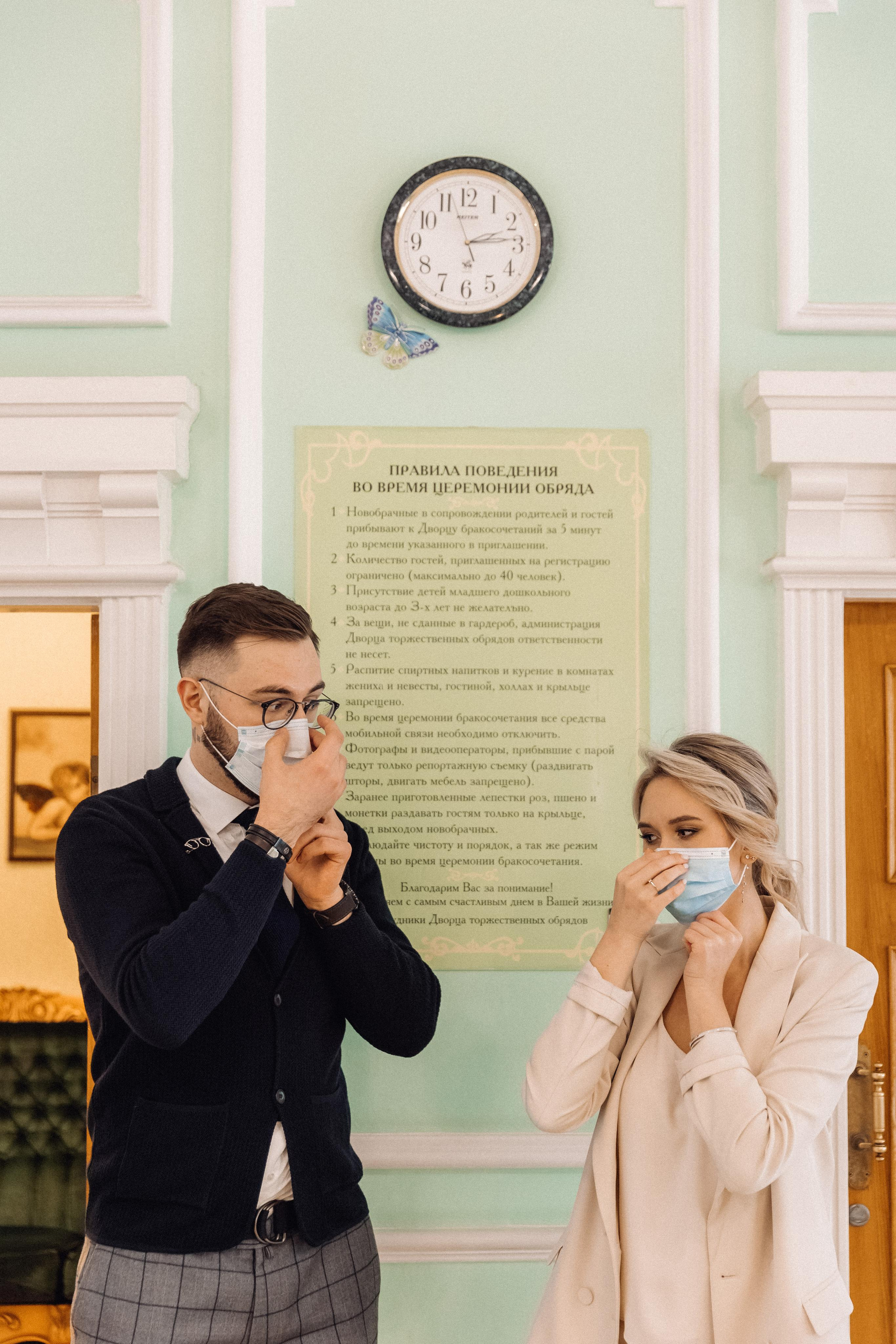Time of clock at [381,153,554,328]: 2:13
